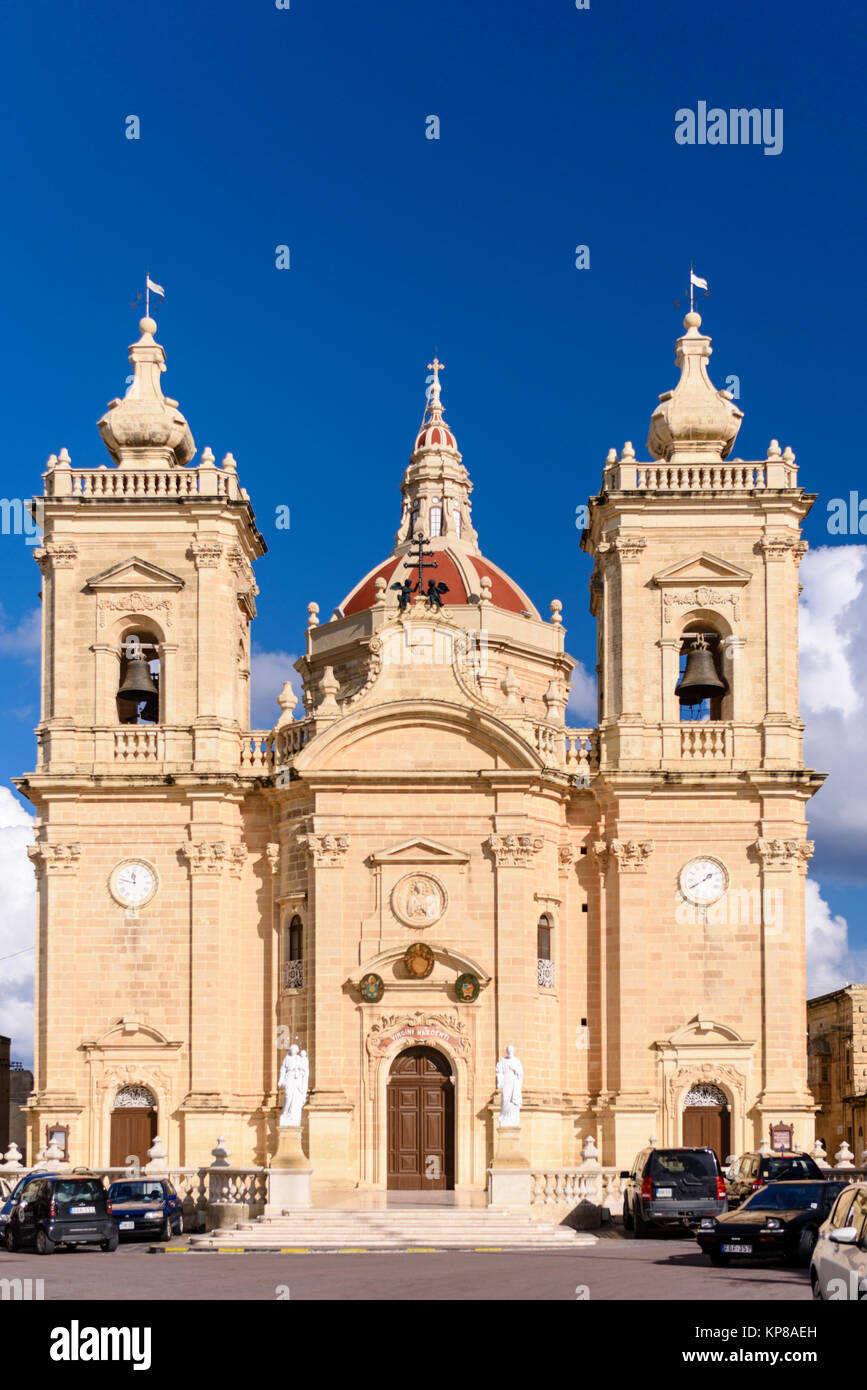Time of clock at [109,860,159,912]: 11:47
